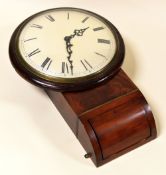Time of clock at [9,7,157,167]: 1:28
